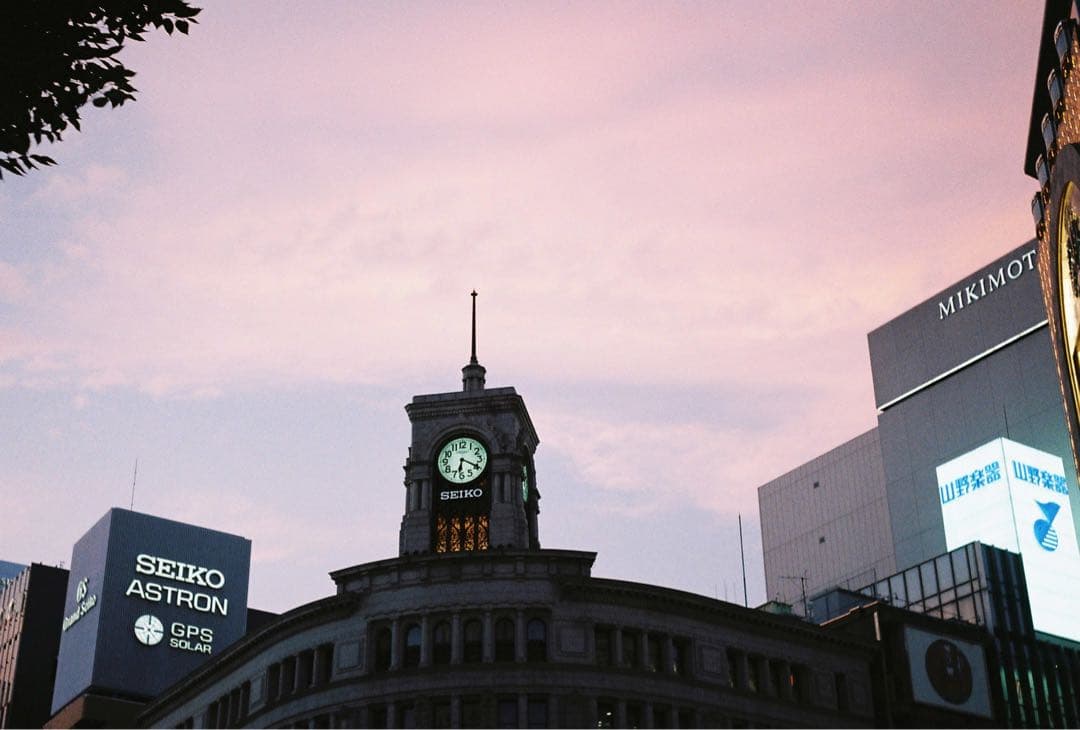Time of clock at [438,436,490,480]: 6:19
